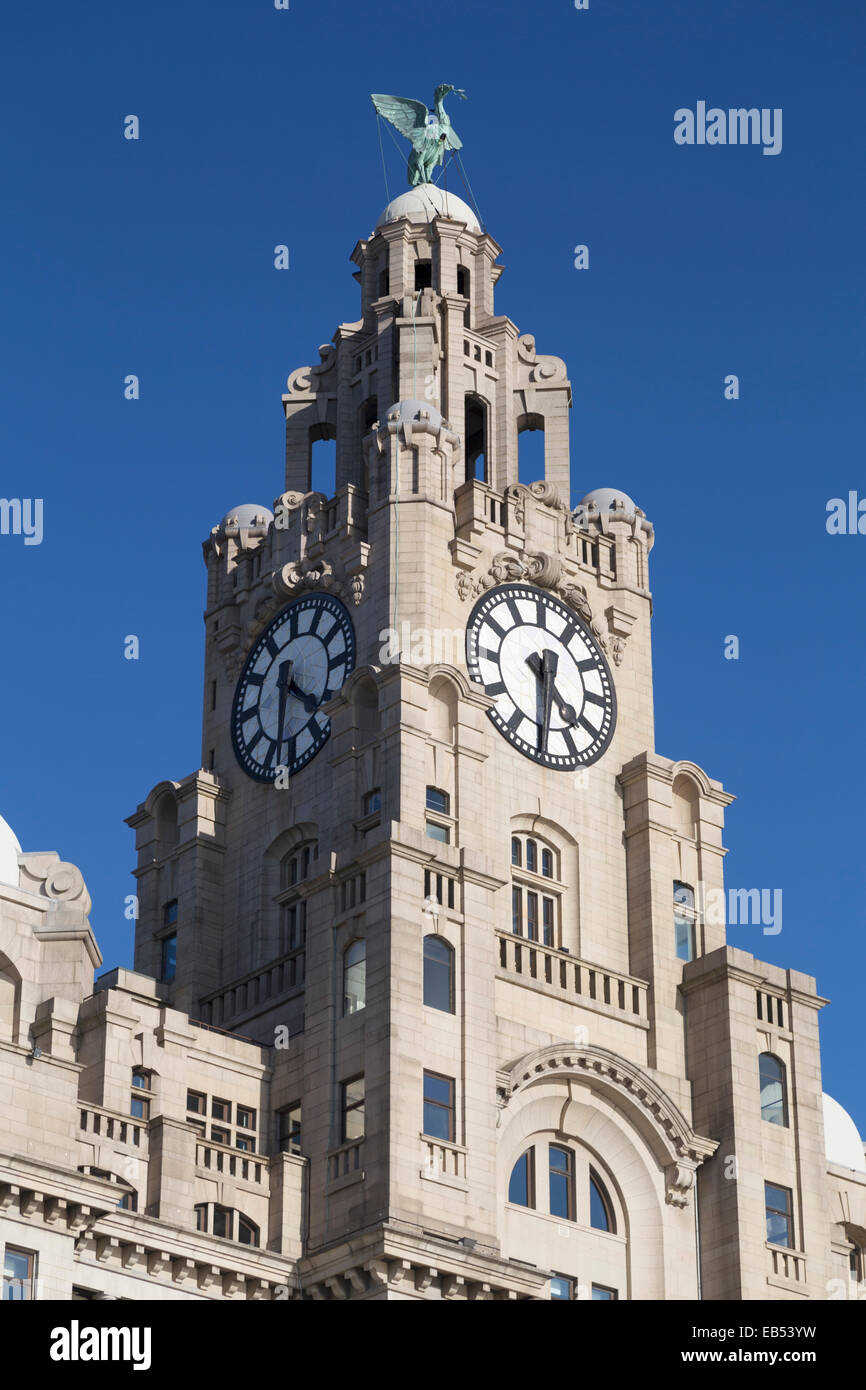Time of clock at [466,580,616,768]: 4:31
